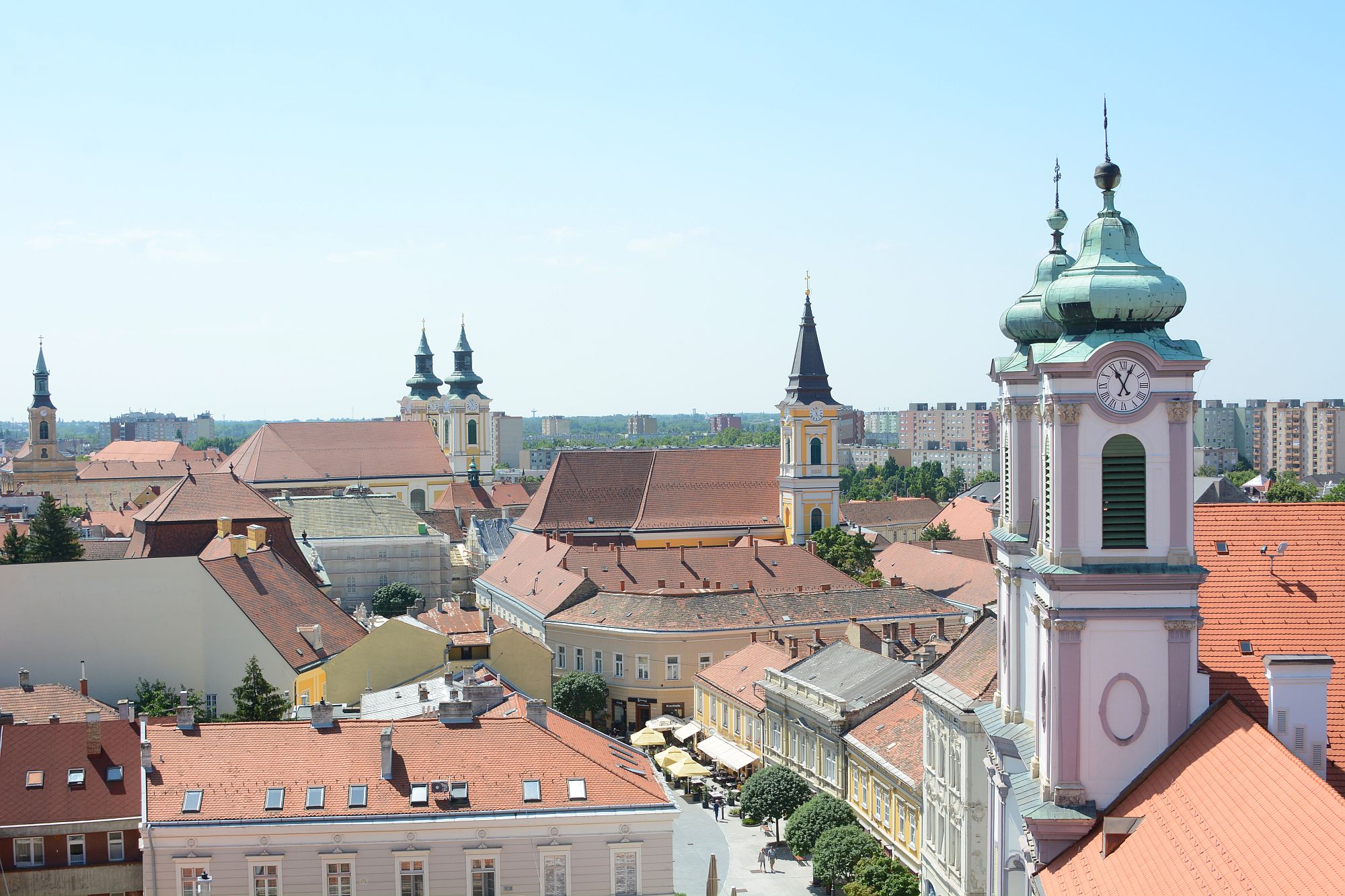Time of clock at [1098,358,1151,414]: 11:04
